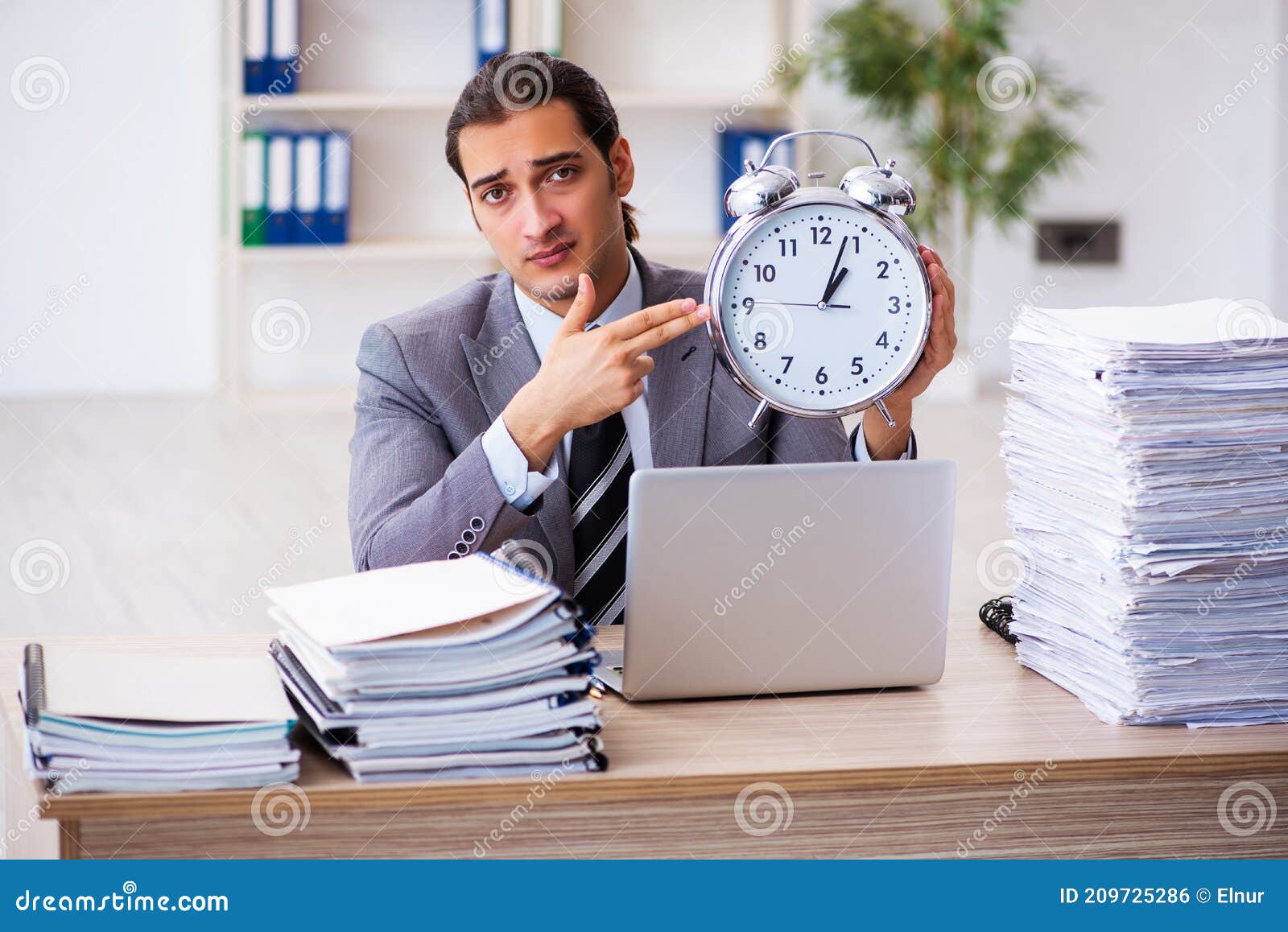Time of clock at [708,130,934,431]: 1:03
